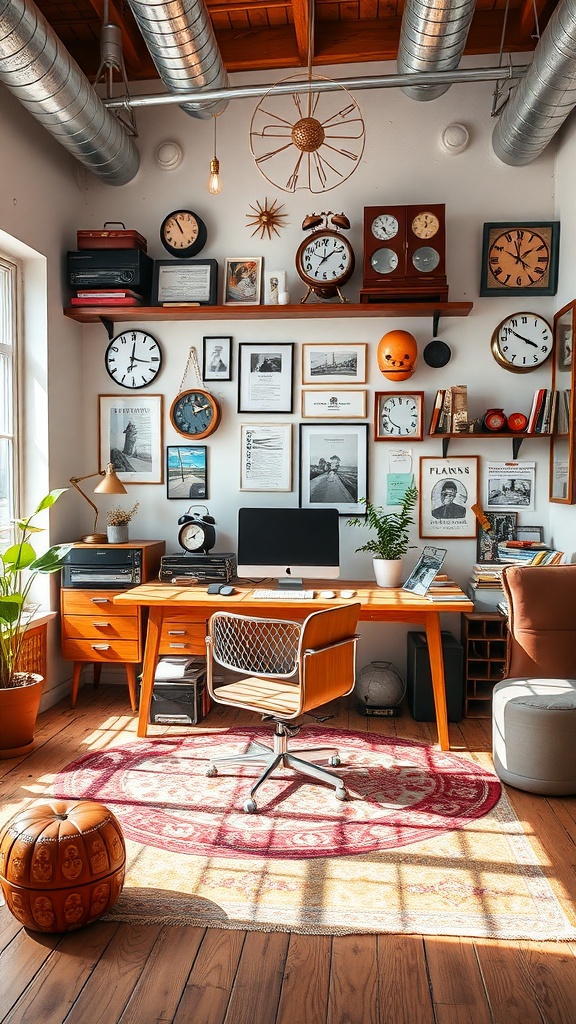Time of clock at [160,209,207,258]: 10:56
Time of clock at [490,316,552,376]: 3:50
